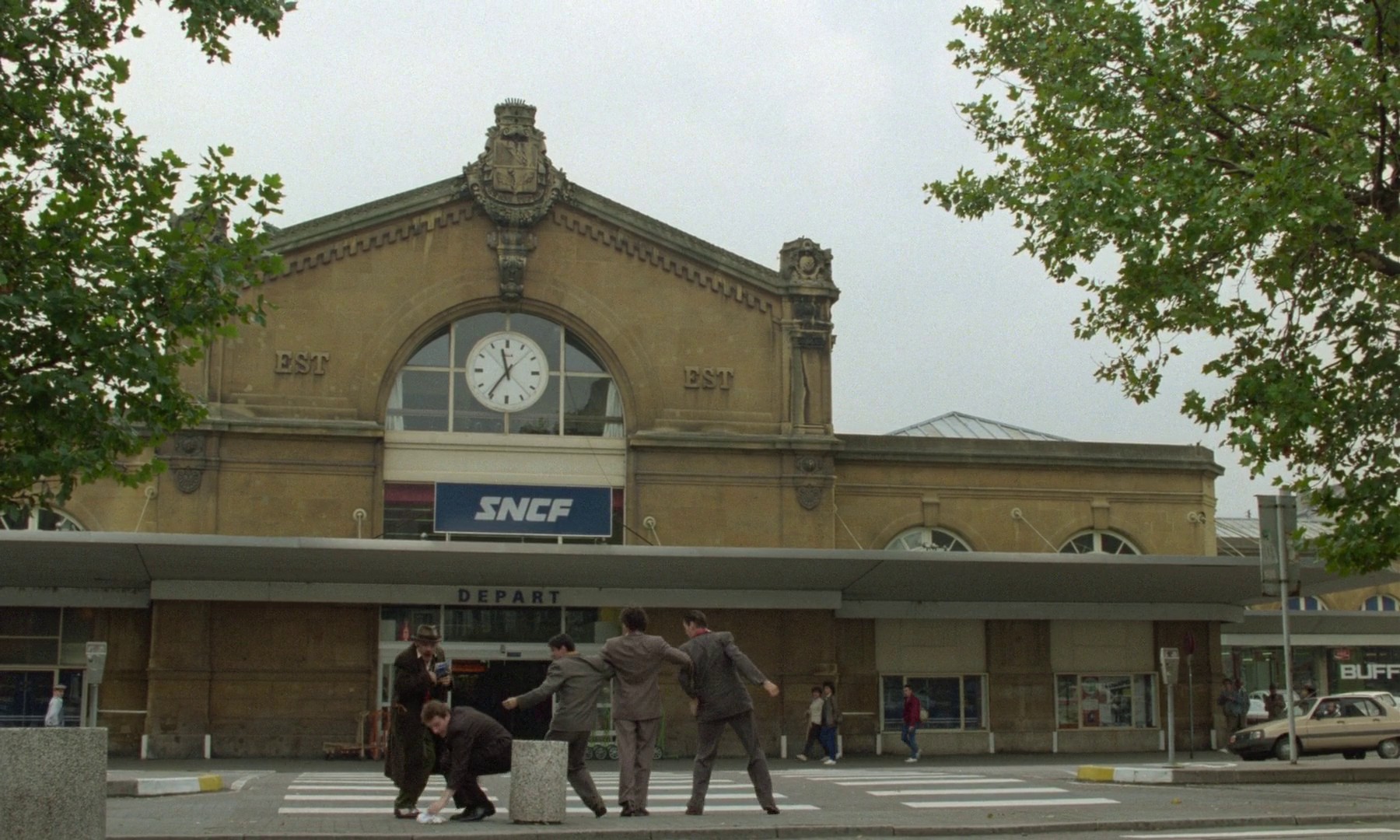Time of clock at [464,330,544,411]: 11:35
